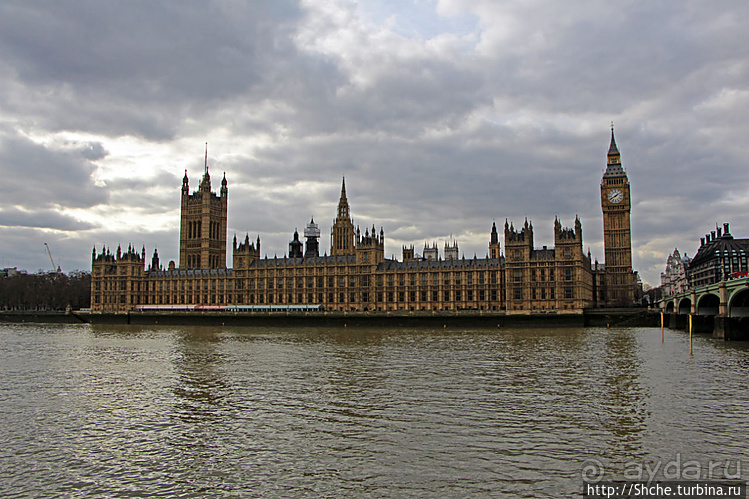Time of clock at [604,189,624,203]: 1:40
